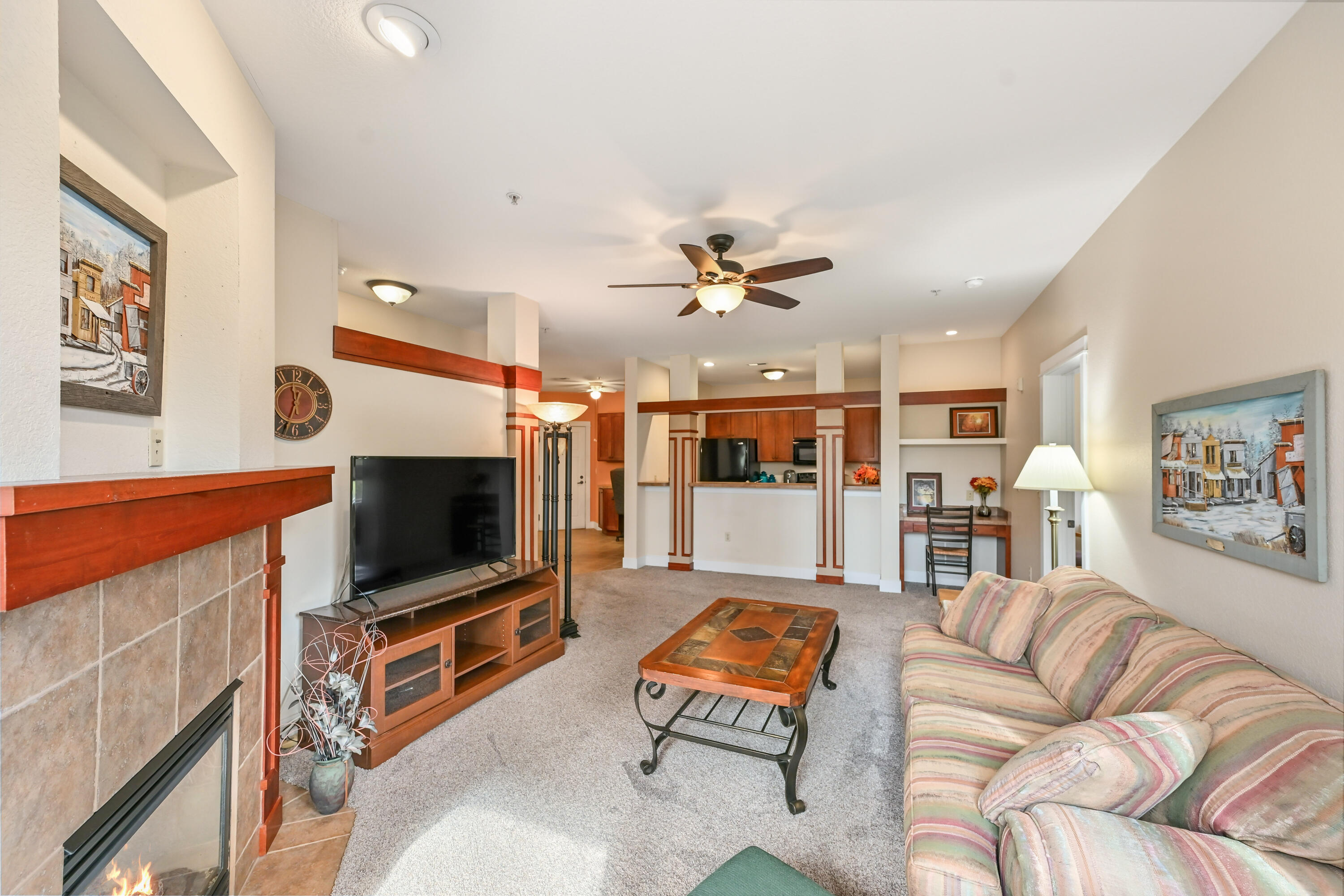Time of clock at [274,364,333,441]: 11:33
